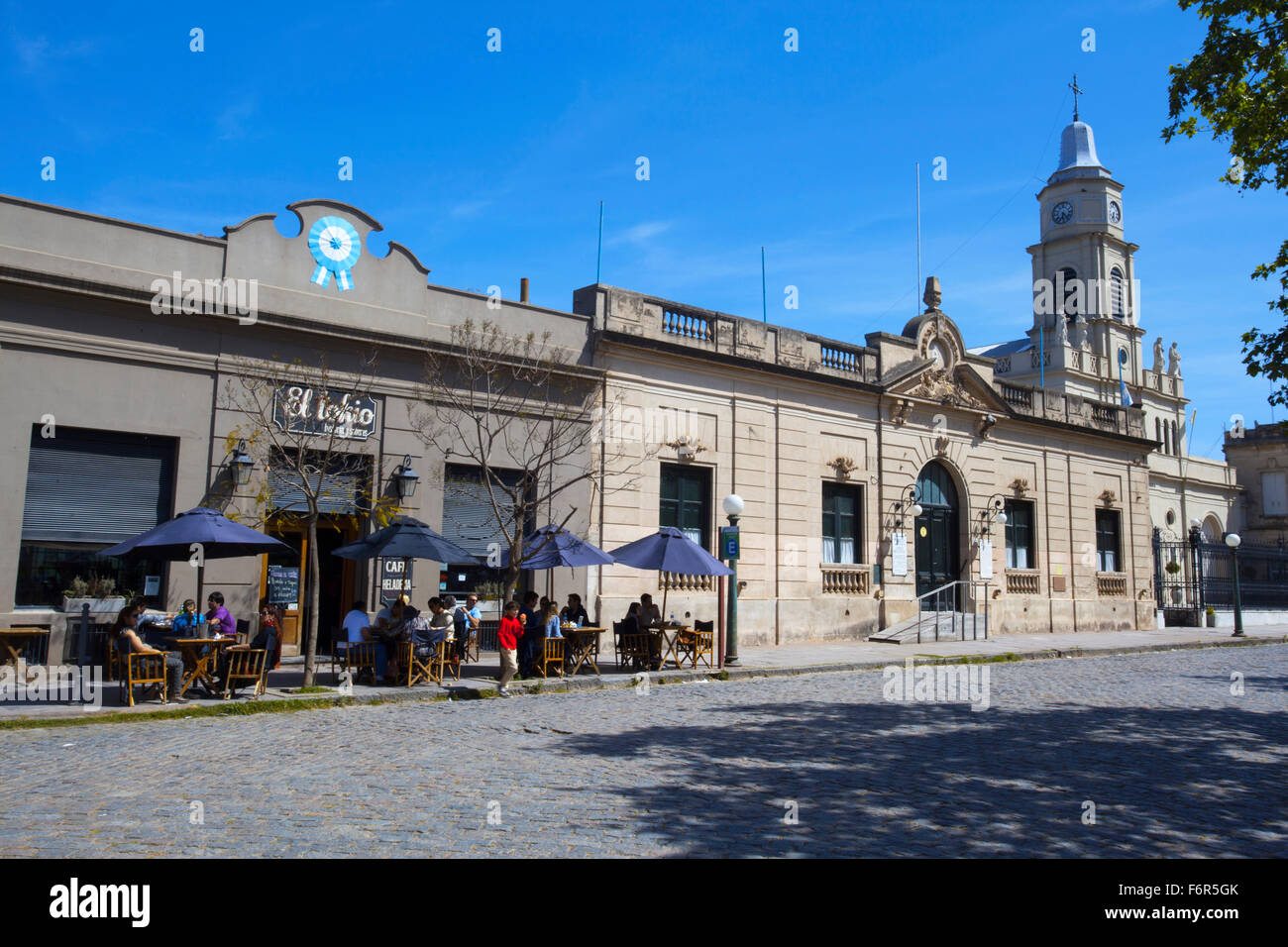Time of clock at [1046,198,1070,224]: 6:22
